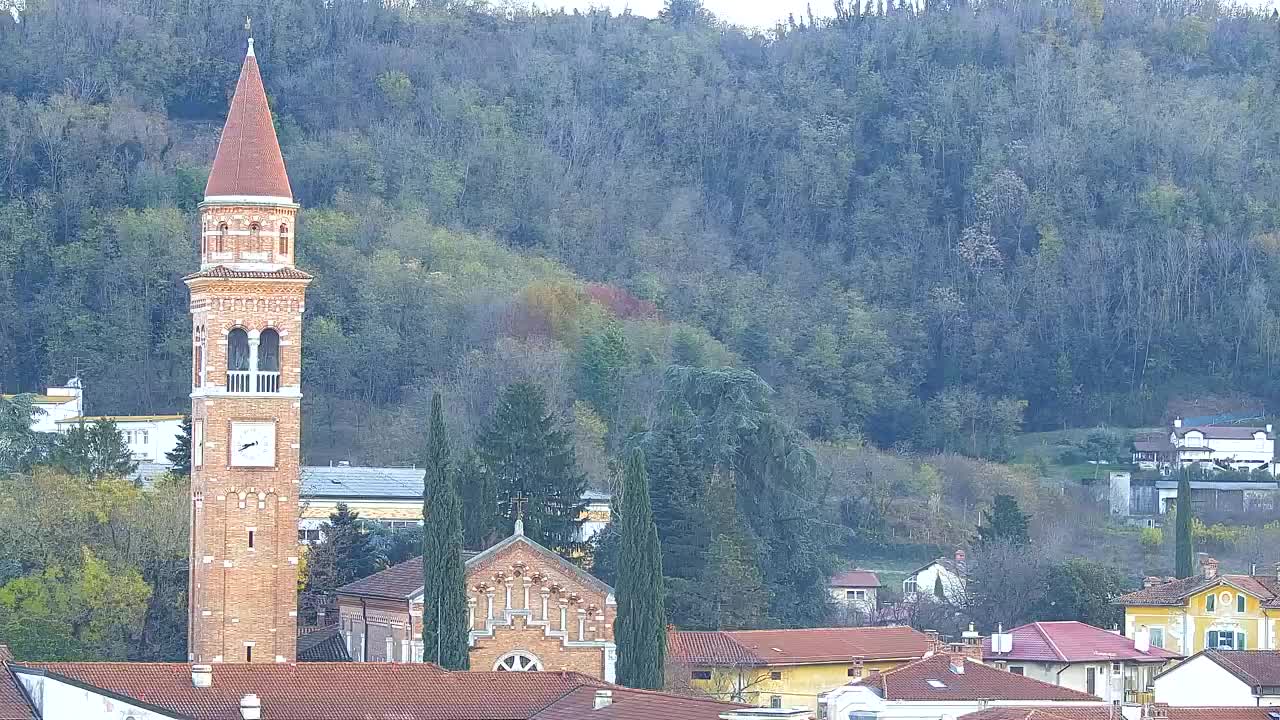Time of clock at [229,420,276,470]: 8:40
